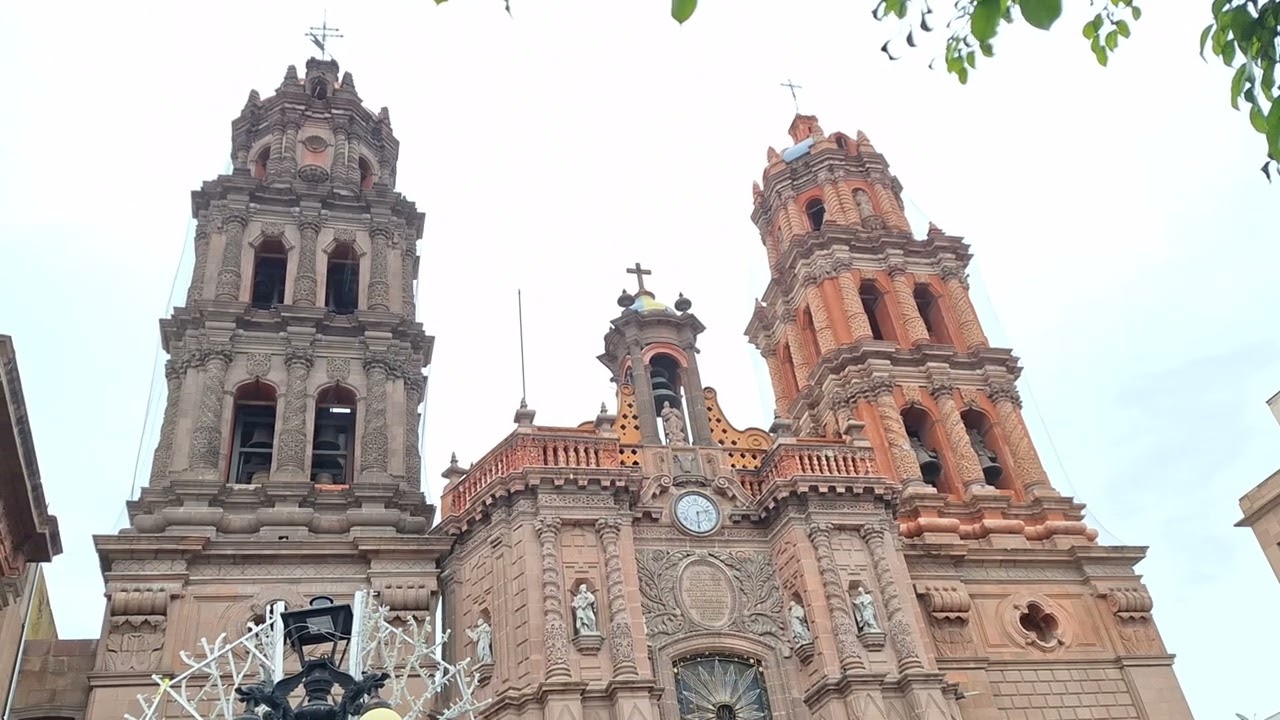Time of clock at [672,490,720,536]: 2:29
